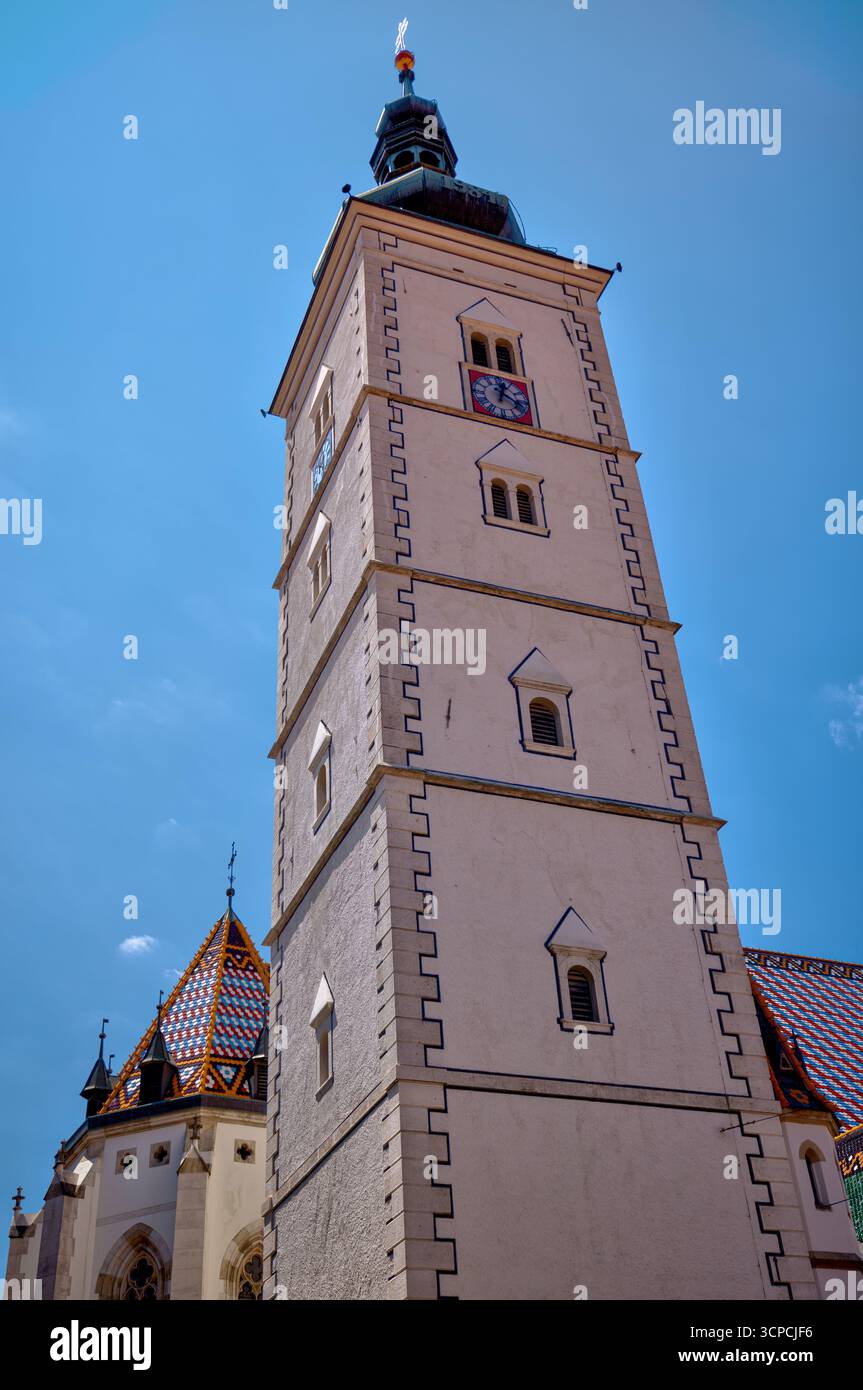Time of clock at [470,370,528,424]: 12:19
